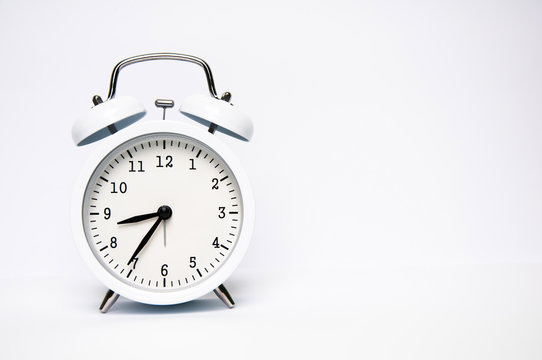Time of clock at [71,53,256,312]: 8:35
